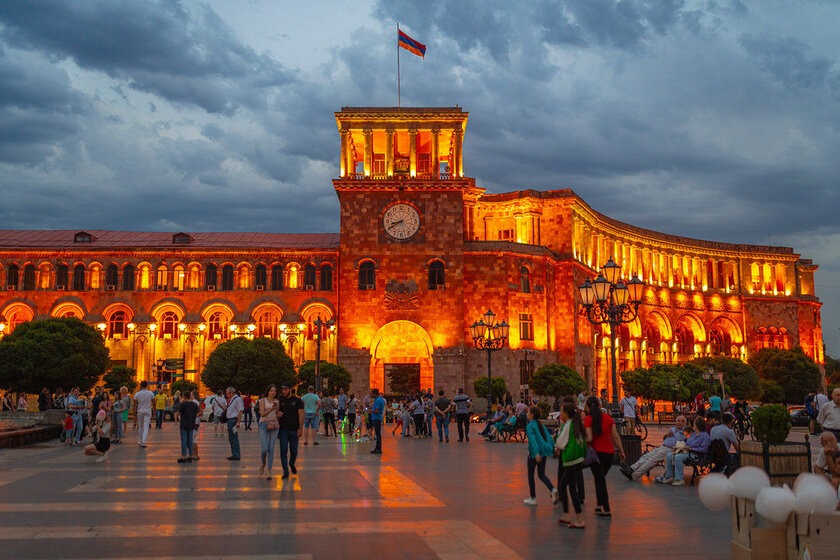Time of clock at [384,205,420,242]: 8:40
